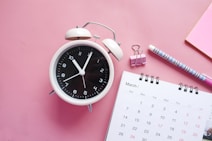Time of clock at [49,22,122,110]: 11:05
